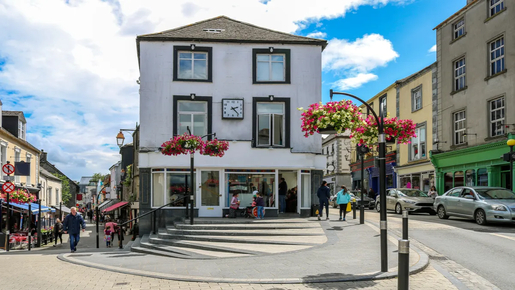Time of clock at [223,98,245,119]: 2:23
